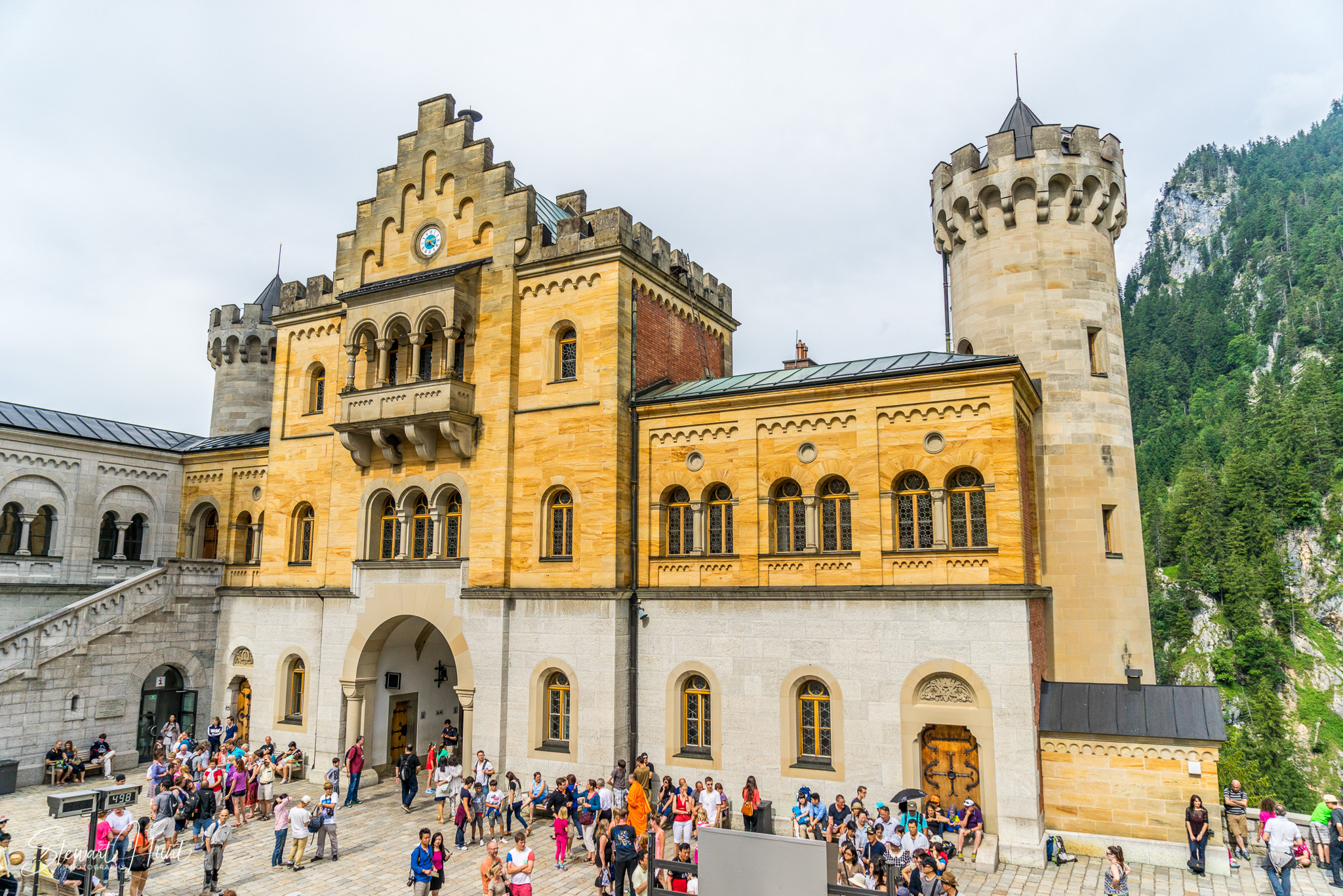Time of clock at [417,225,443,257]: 4:12
